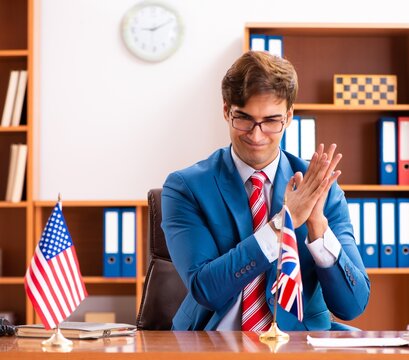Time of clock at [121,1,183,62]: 9:10
